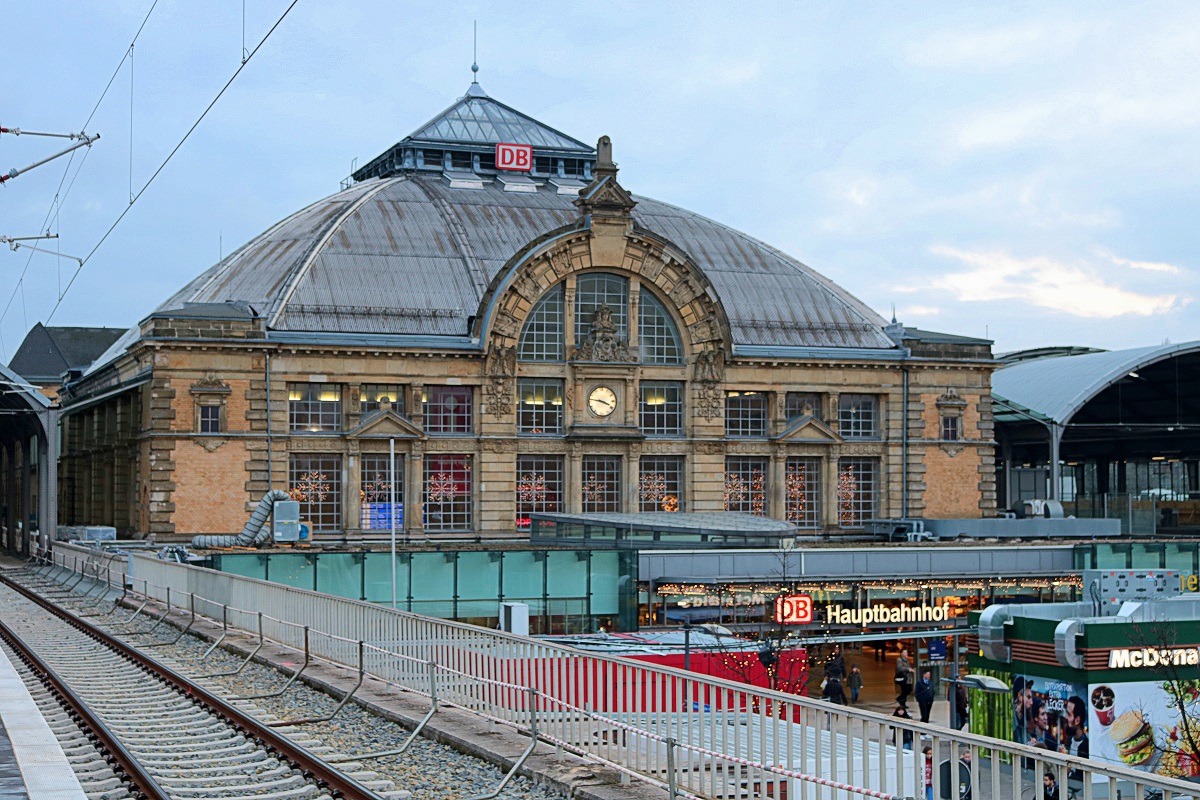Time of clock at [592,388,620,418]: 3:46
